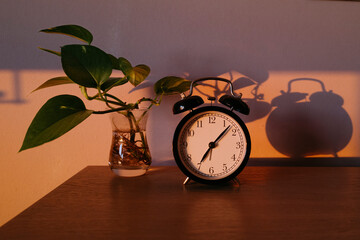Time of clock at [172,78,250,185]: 7:07
